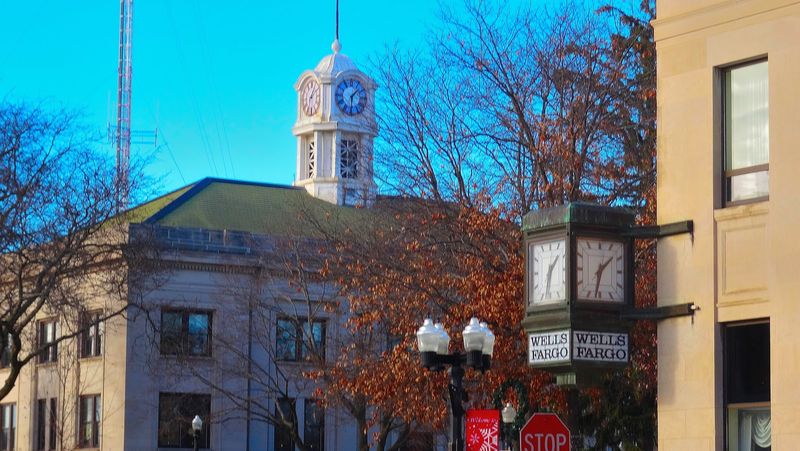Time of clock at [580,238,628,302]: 1:32
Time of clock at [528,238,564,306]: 1:32
